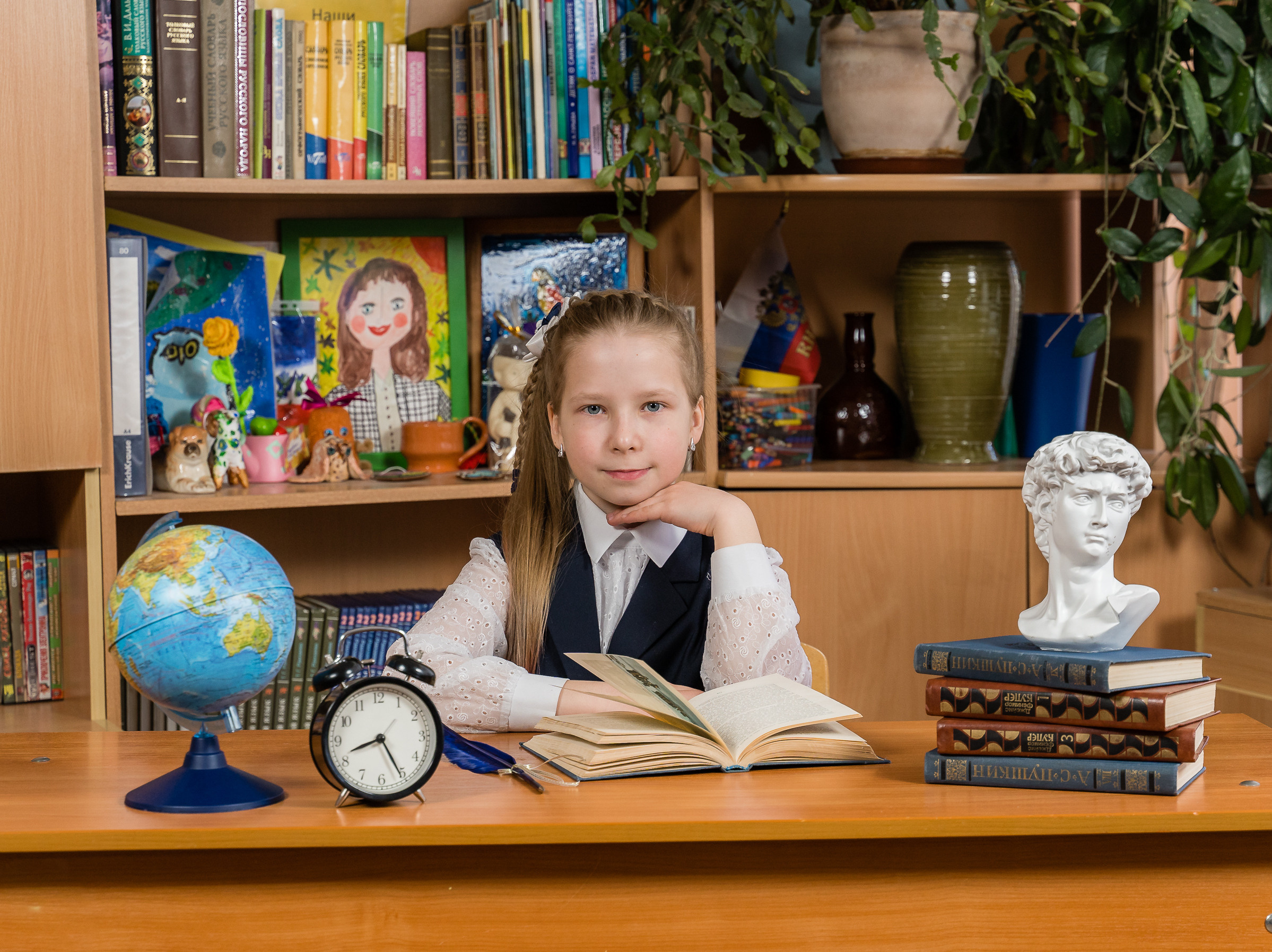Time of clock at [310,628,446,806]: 8:25
